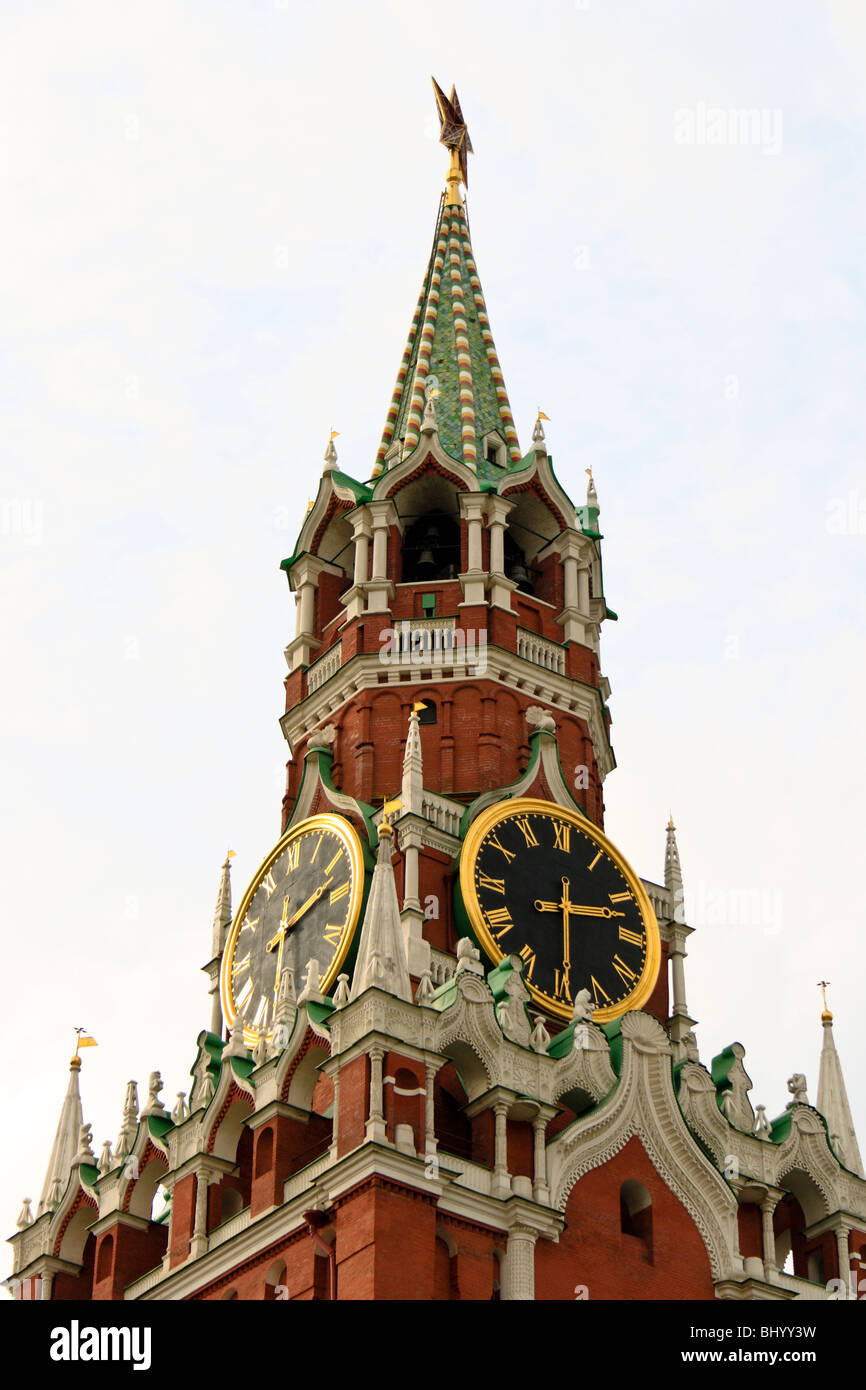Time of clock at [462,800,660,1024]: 2:29
